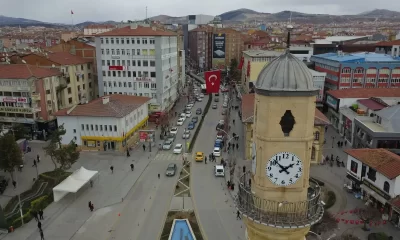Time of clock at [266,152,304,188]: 1:52
